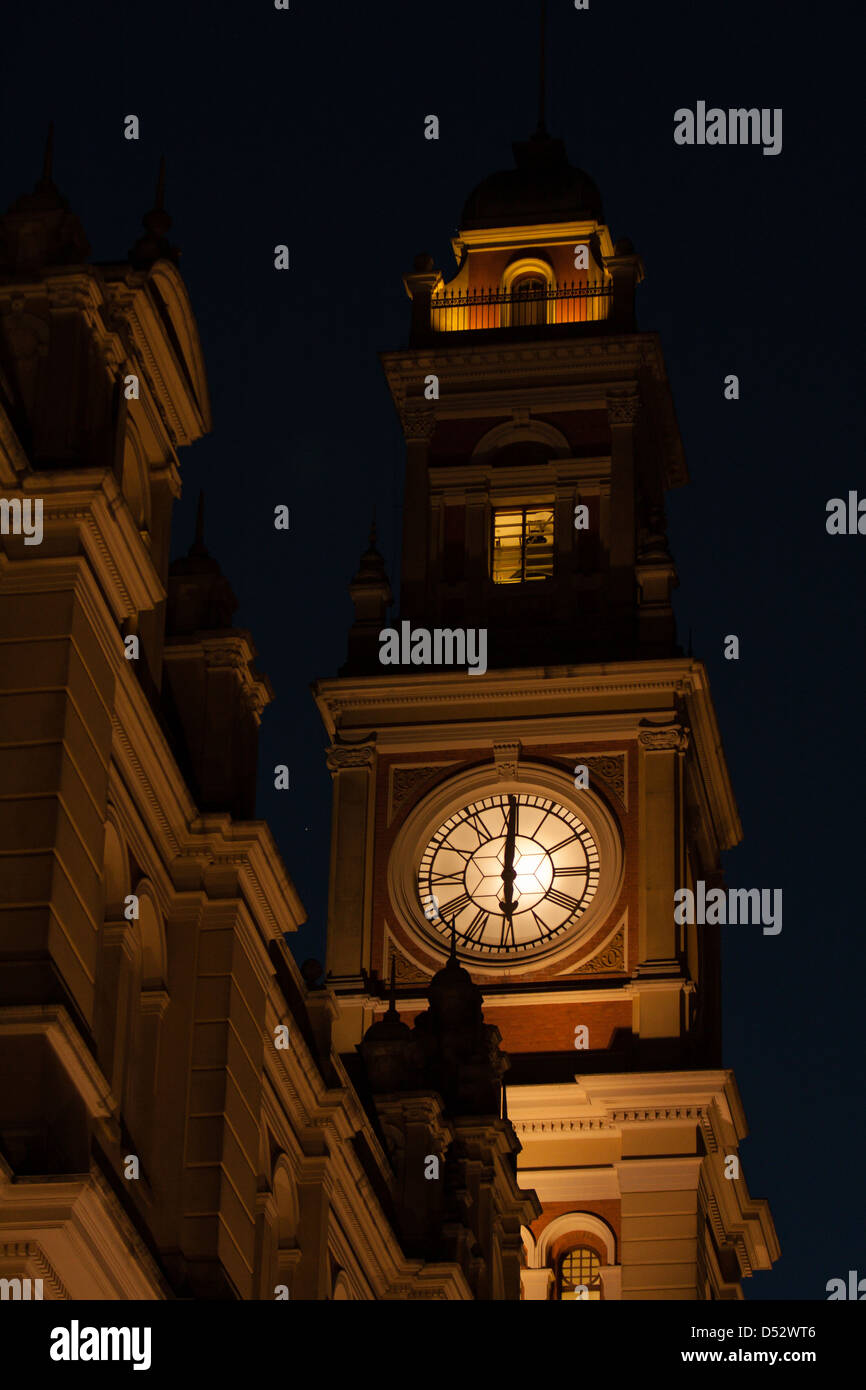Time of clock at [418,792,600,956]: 6:00
